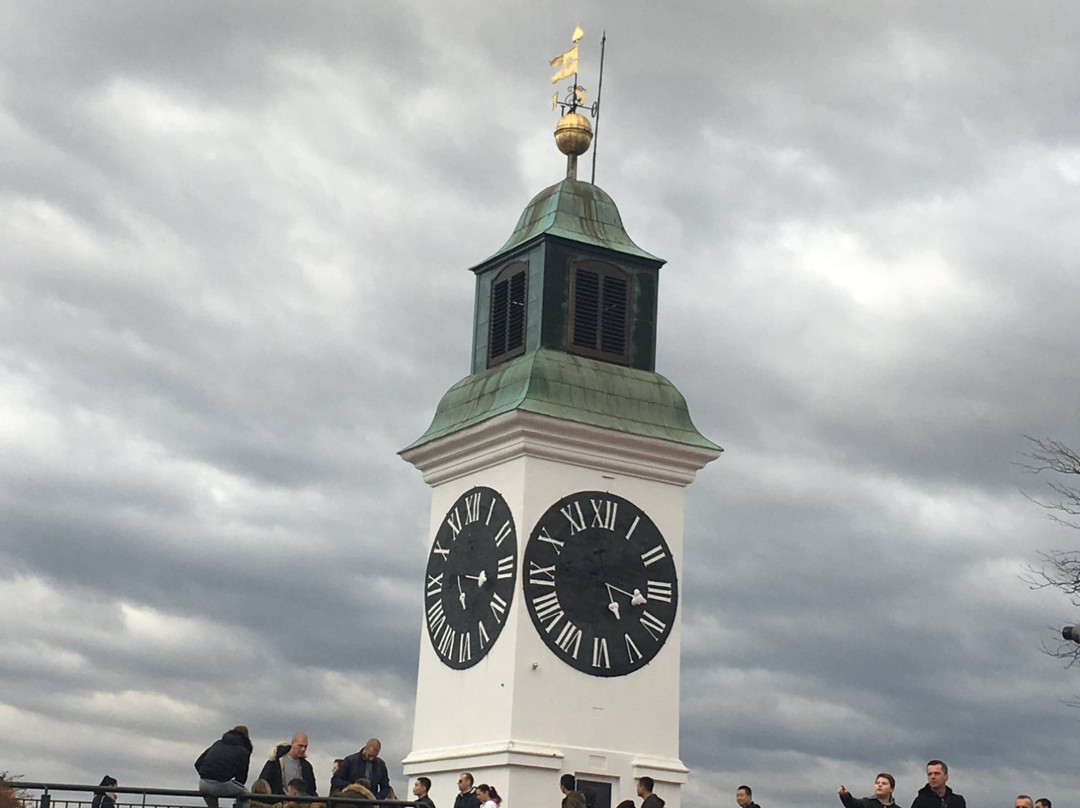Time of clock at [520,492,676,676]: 5:17
